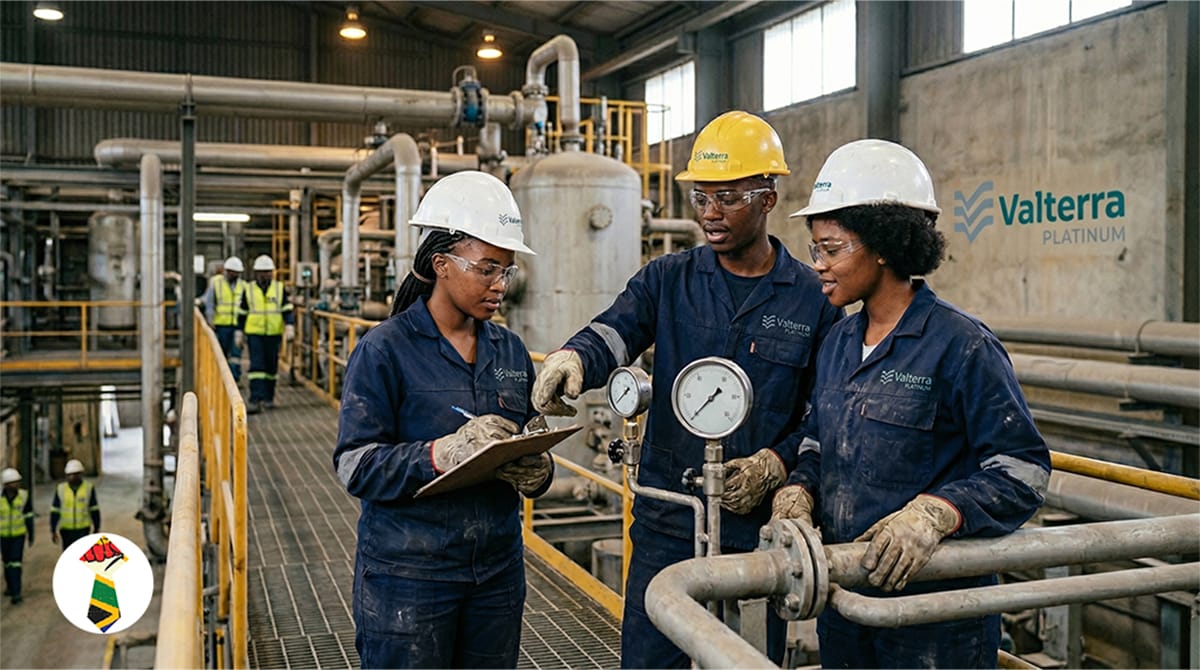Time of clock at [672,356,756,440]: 1:38
